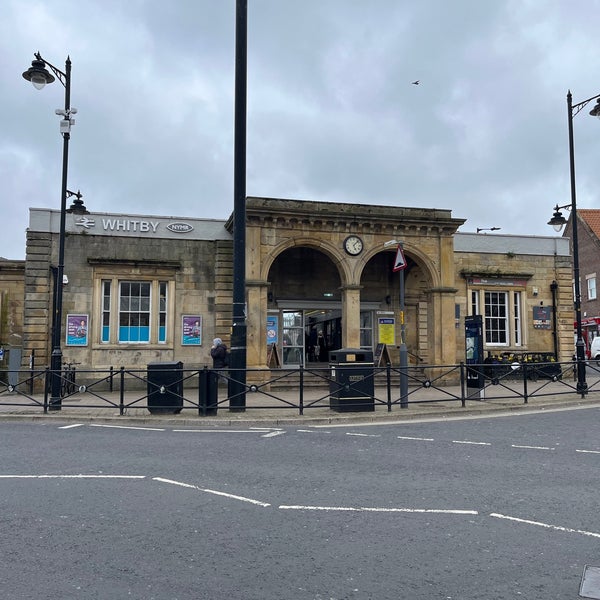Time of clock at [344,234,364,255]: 5:07
